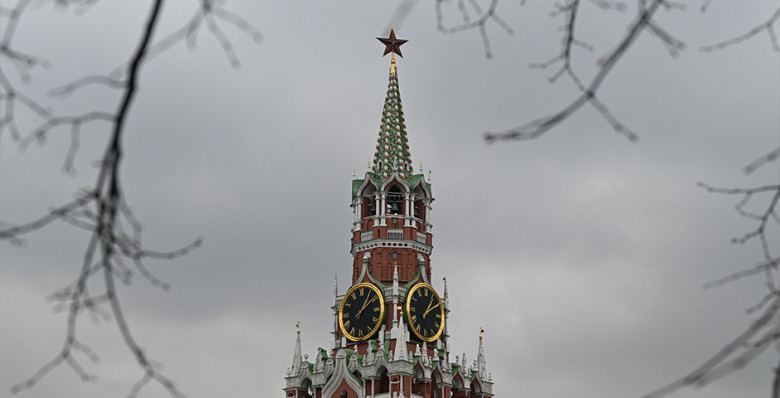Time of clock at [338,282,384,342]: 1:09
